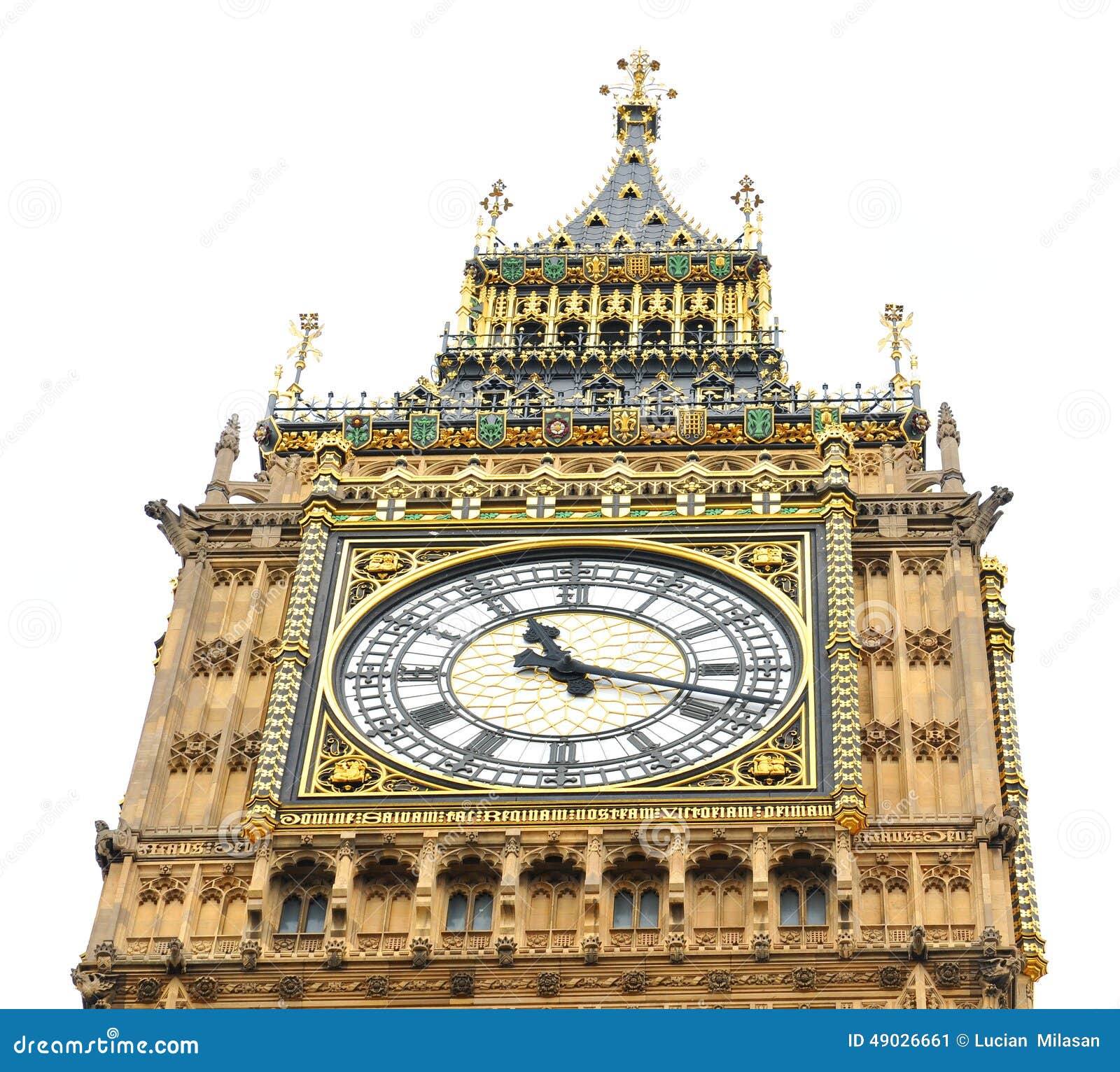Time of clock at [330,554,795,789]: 11:17
